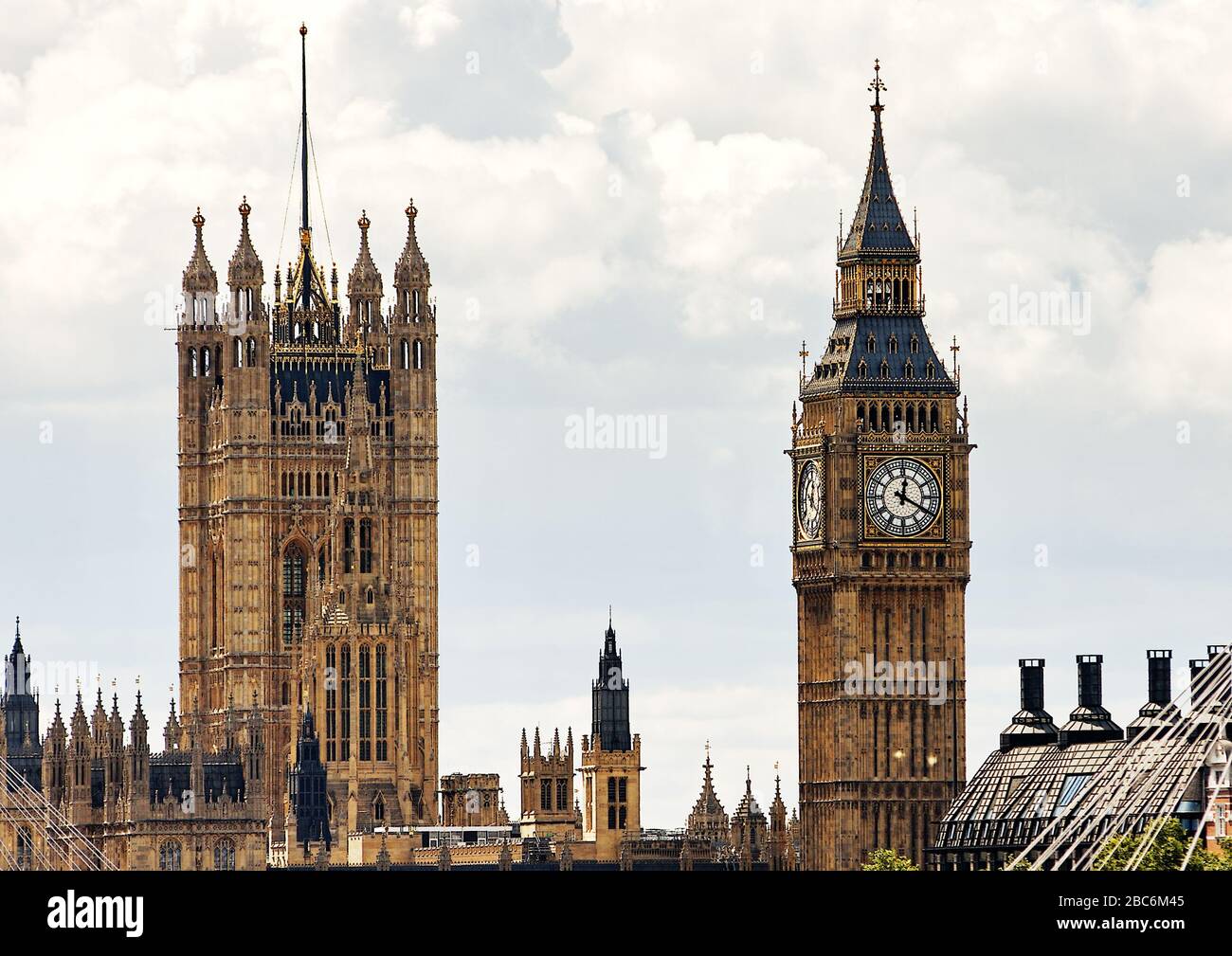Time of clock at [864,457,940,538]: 12:19
